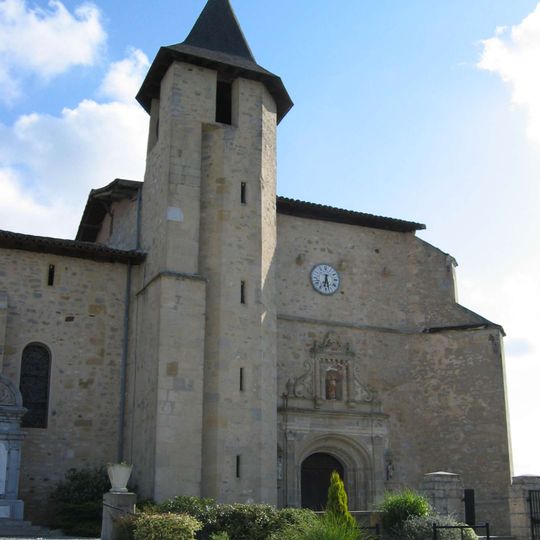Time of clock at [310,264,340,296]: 6:27
